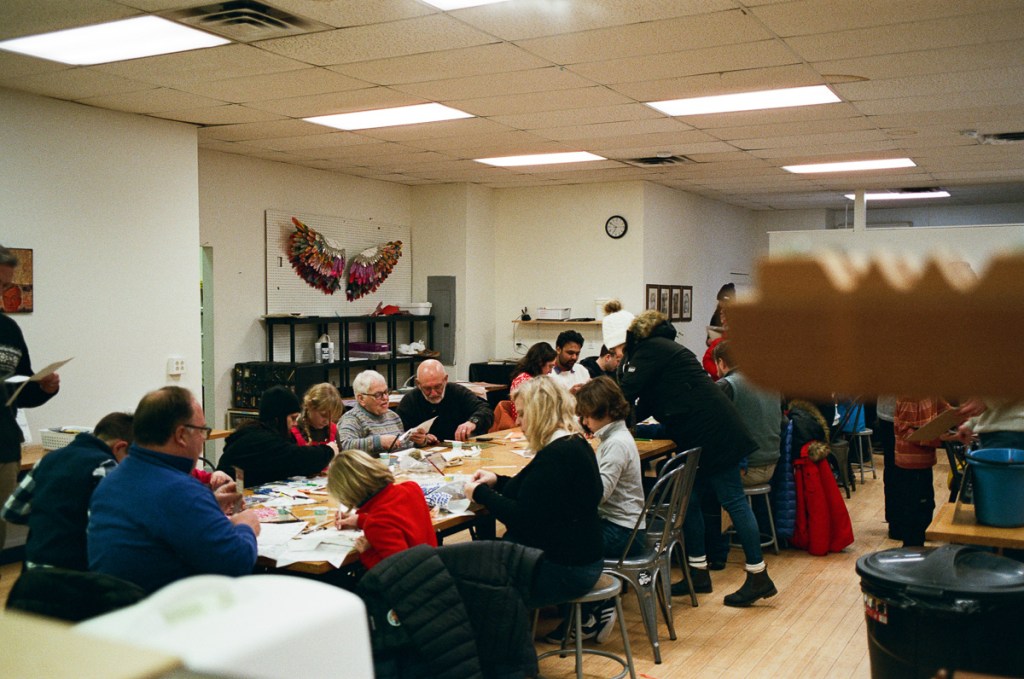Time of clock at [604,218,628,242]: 6:49
